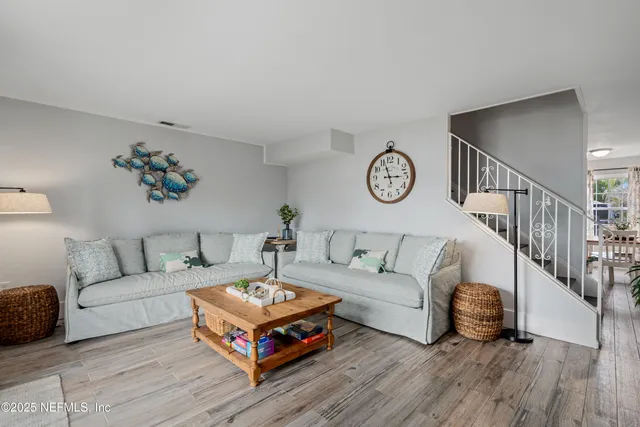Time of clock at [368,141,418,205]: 2:56
